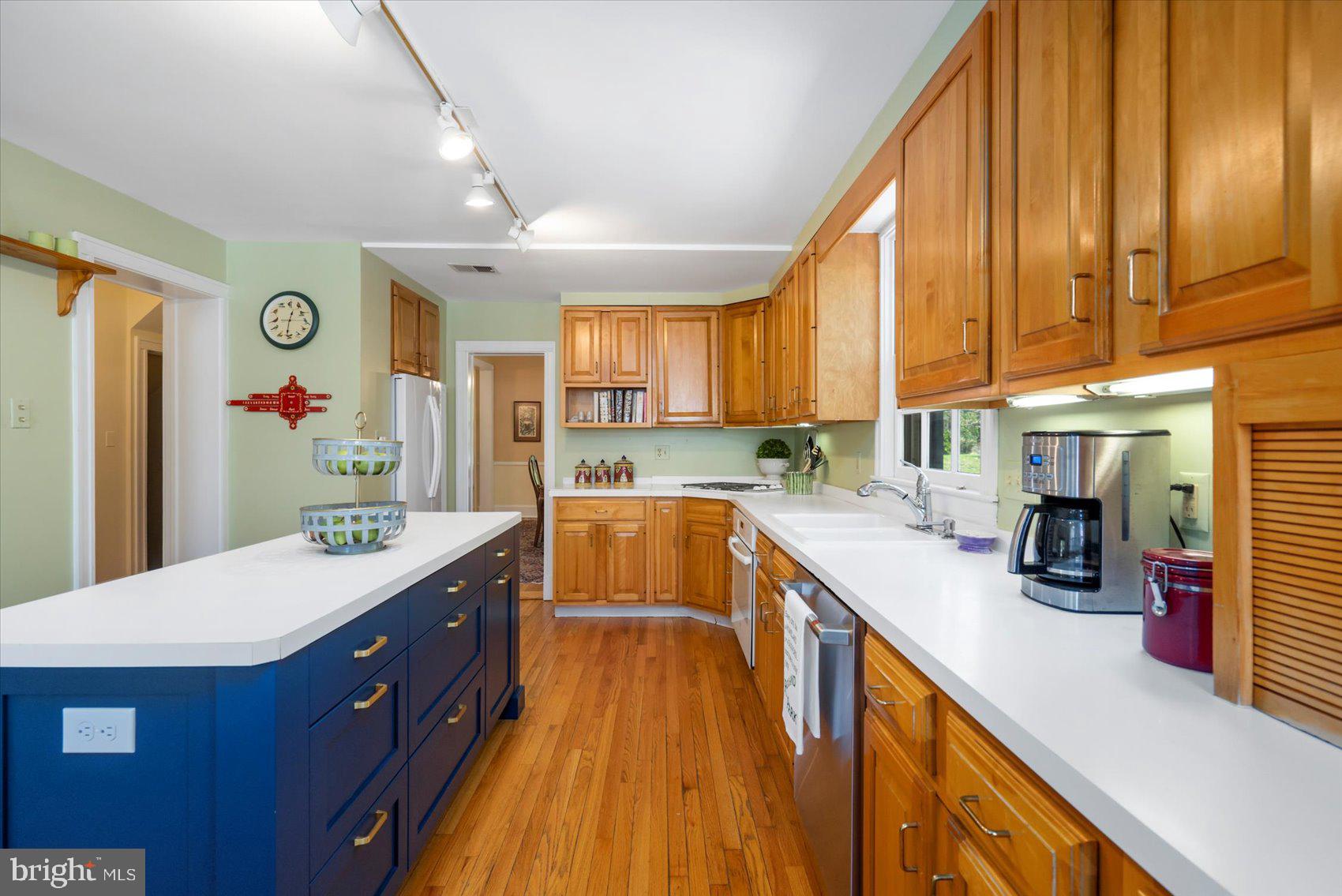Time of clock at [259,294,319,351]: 12:31
